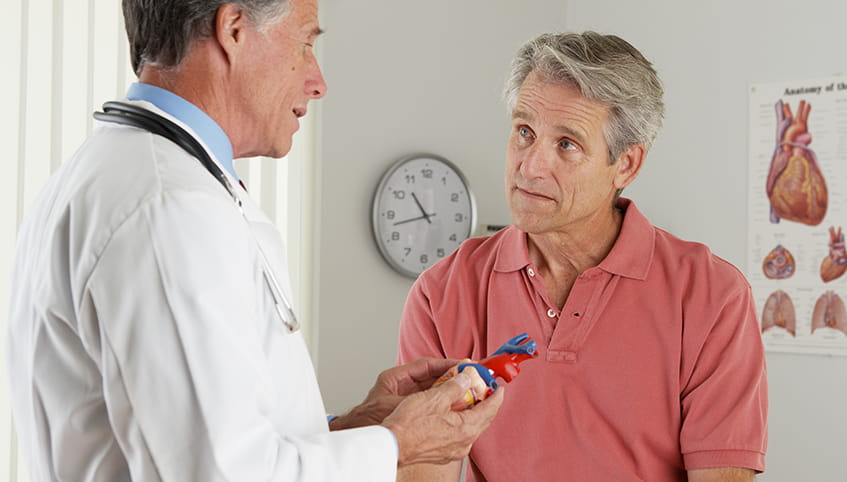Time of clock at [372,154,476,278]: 10:42
